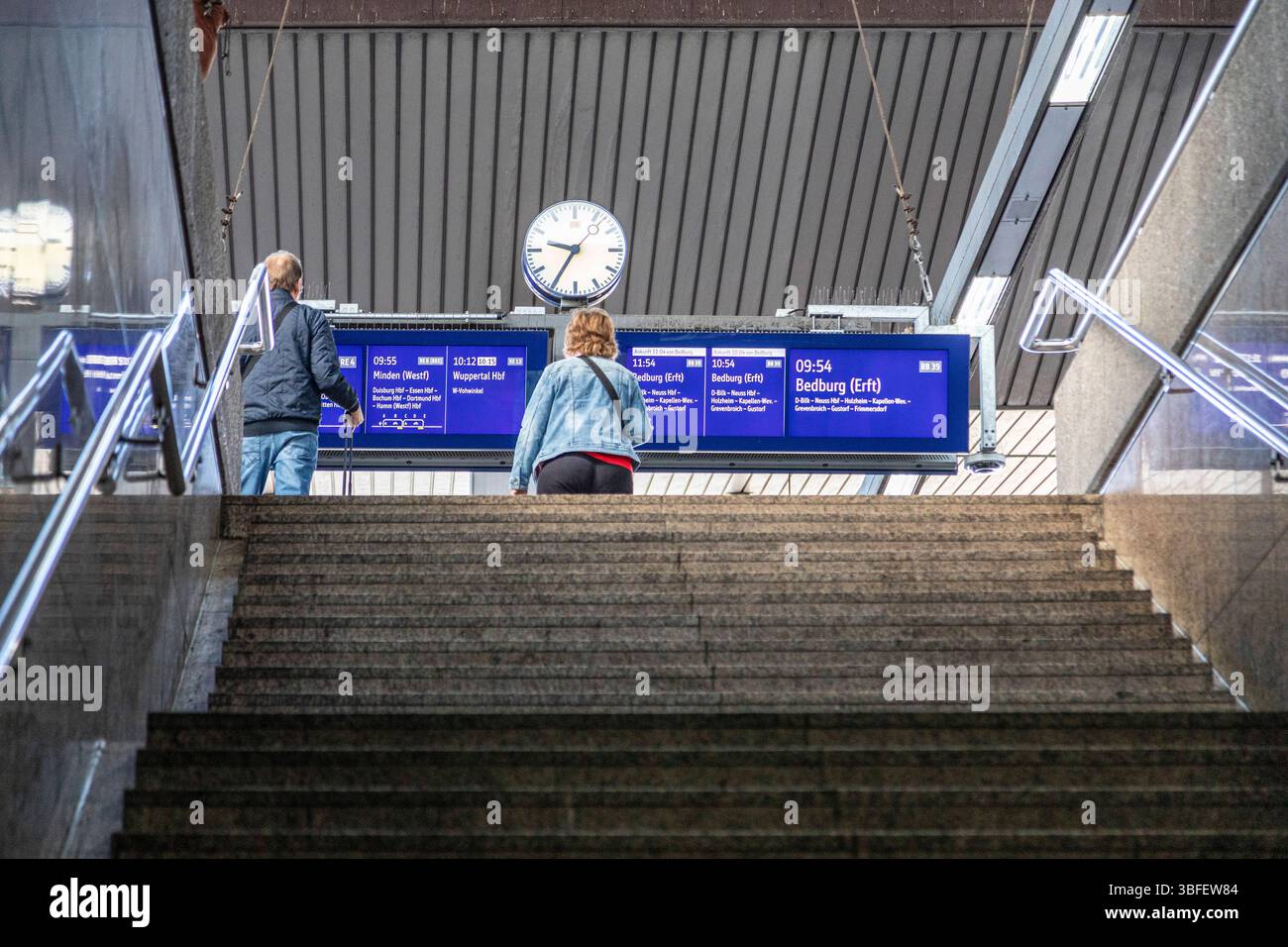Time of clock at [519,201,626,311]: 9:35
